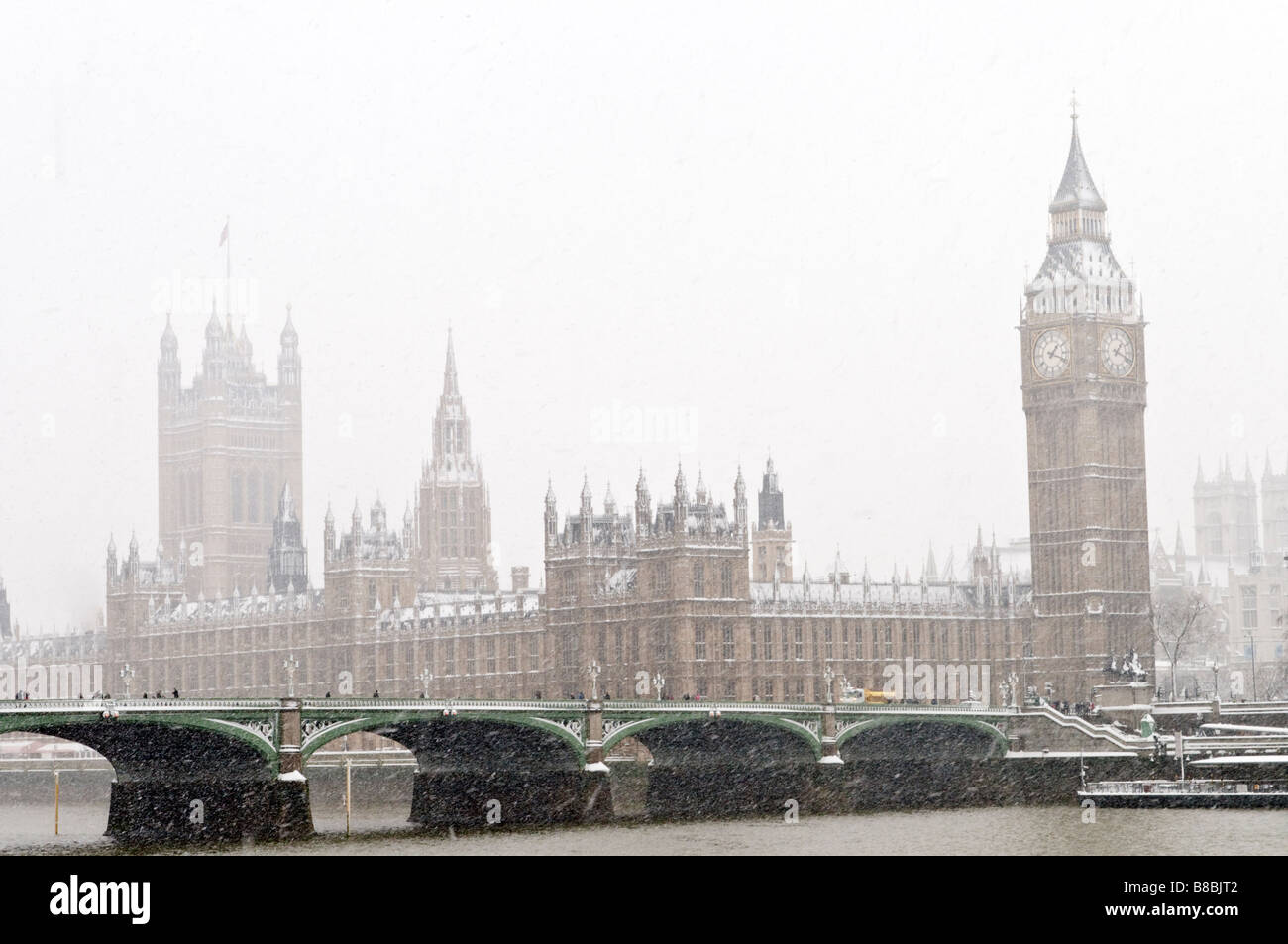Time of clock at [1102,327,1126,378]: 1:18
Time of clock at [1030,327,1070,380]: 1:18
